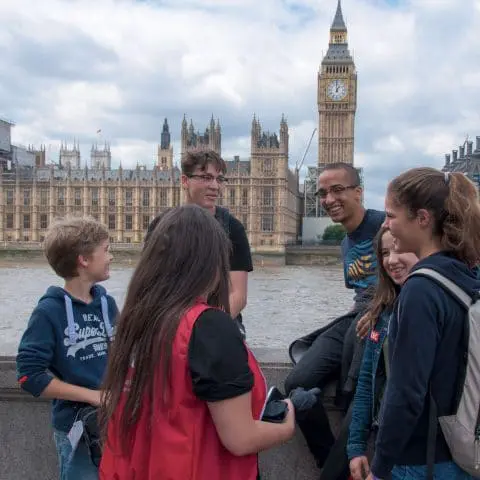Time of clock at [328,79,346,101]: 12:59
